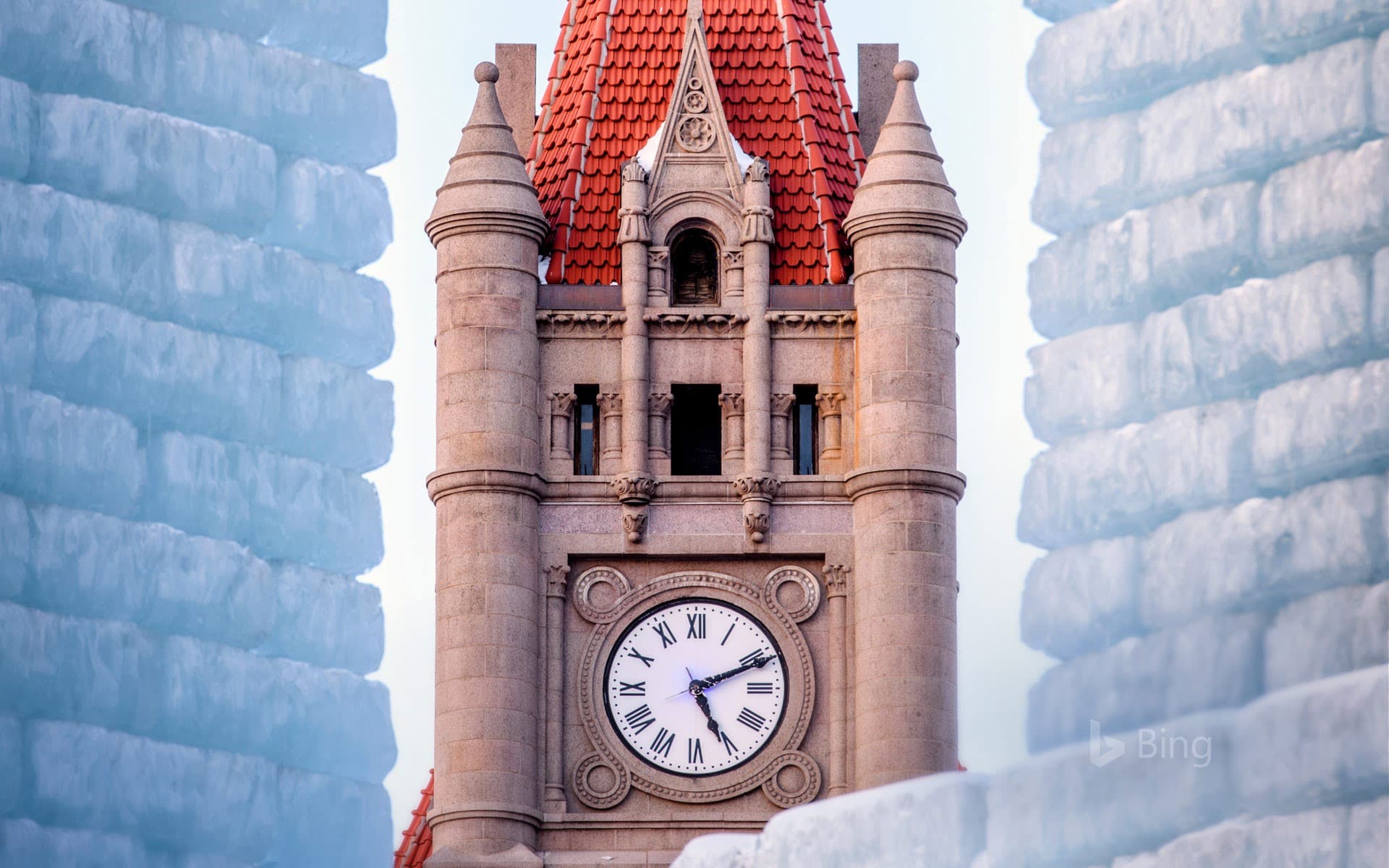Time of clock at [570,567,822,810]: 5:11
